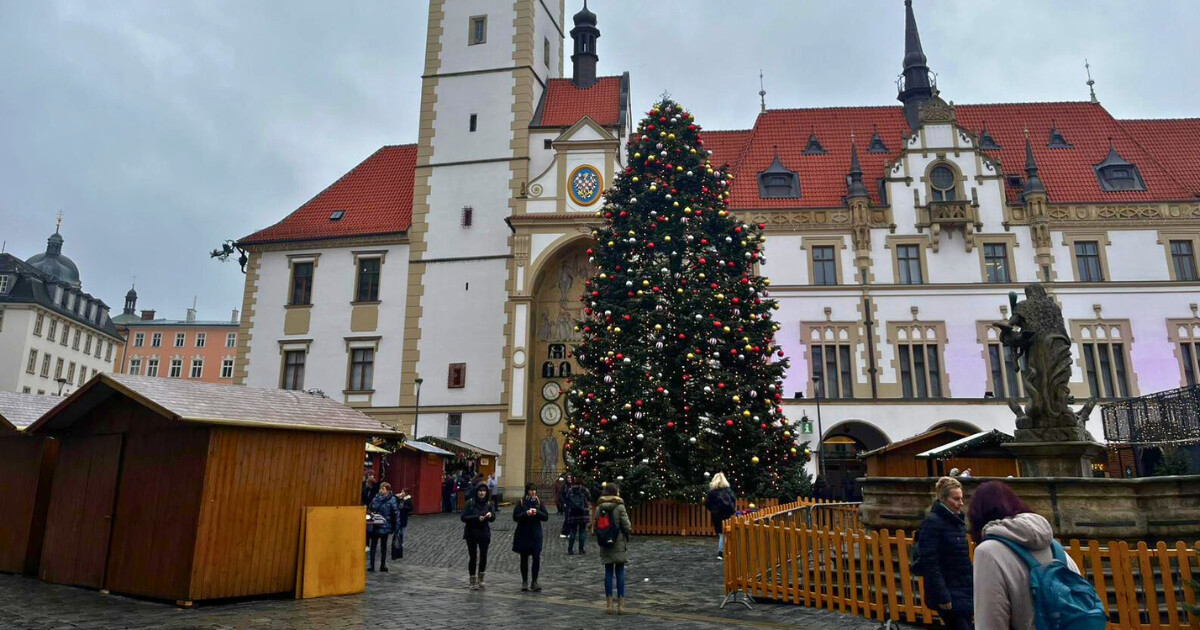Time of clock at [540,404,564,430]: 4:57
